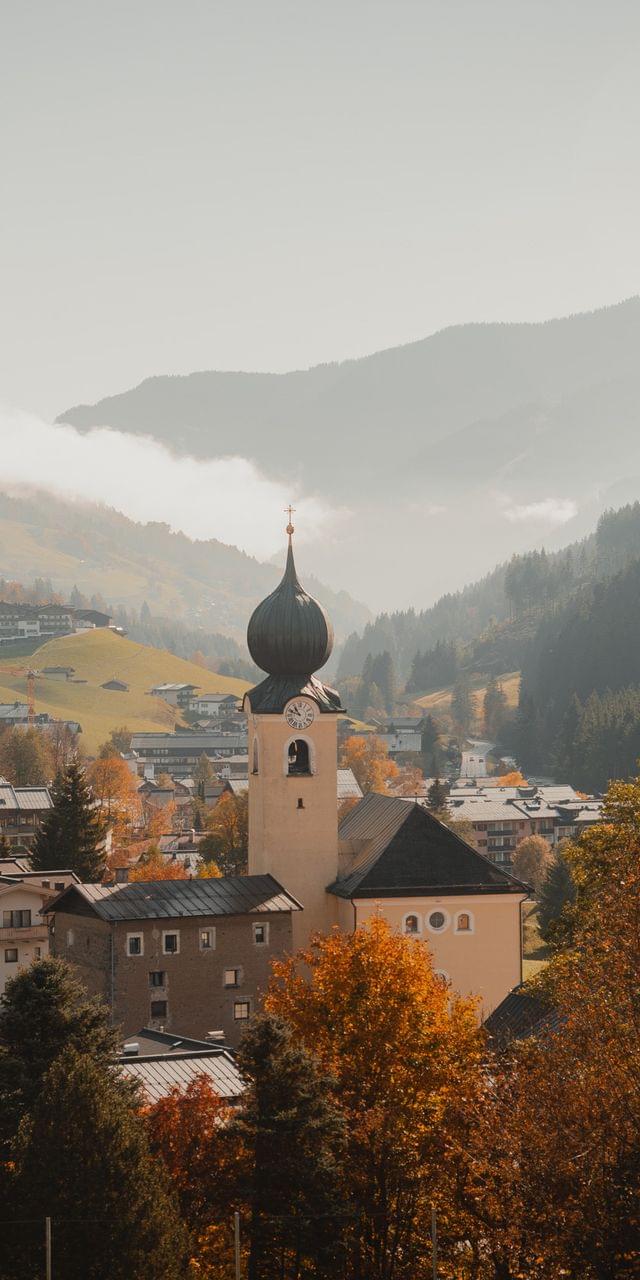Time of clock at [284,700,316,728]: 10:47
